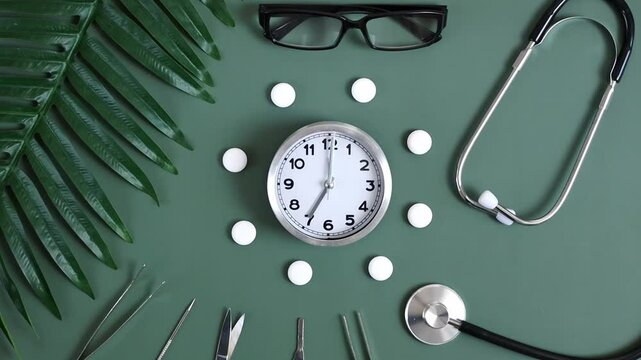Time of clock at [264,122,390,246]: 7:00
